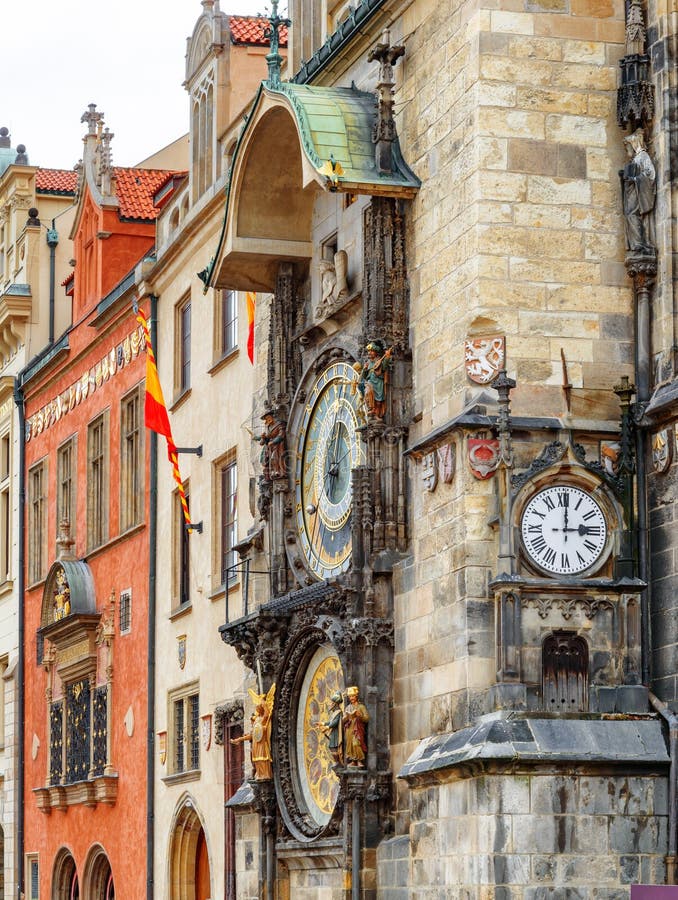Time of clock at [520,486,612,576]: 3:00
